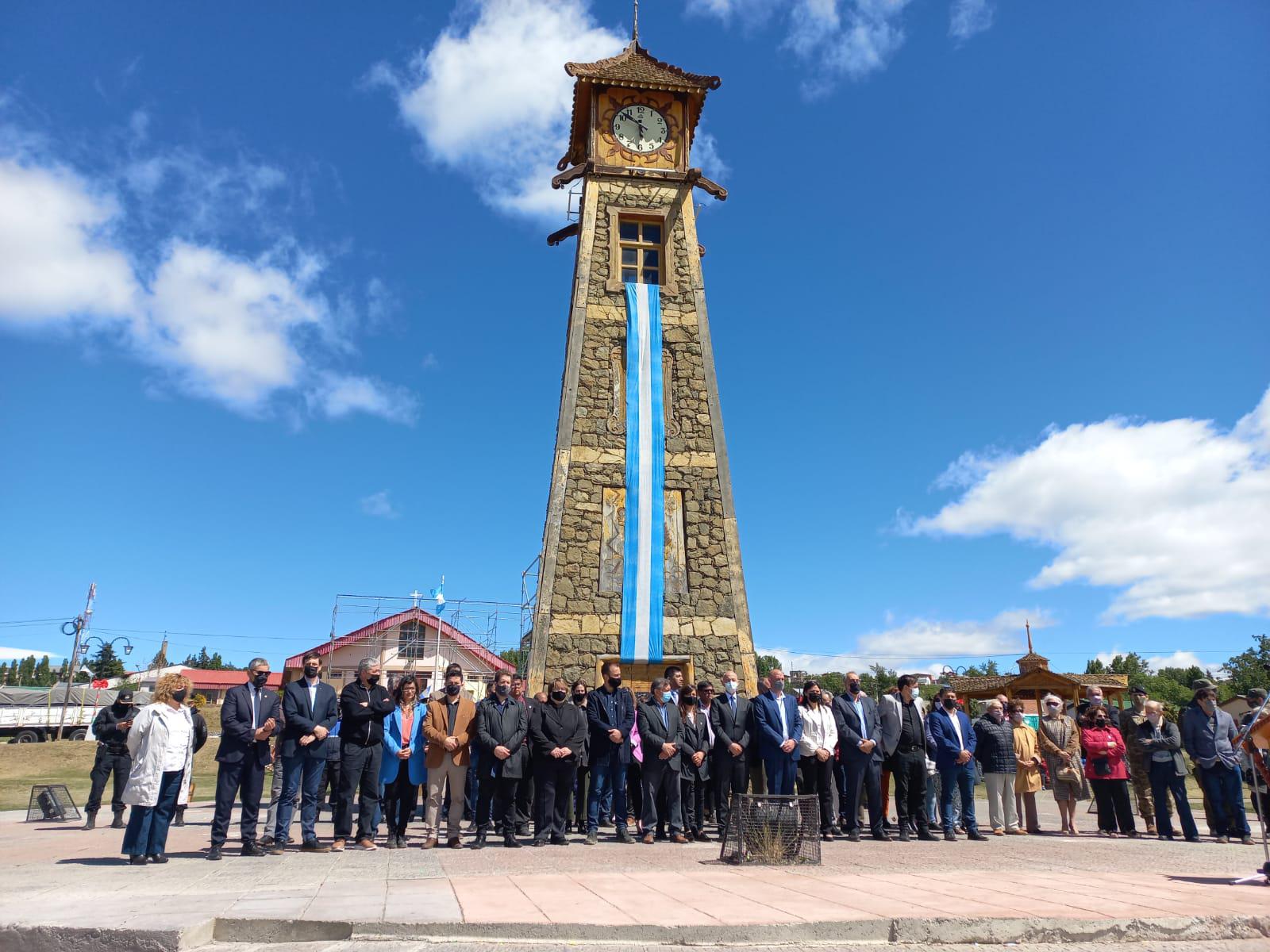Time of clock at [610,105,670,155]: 5:51
